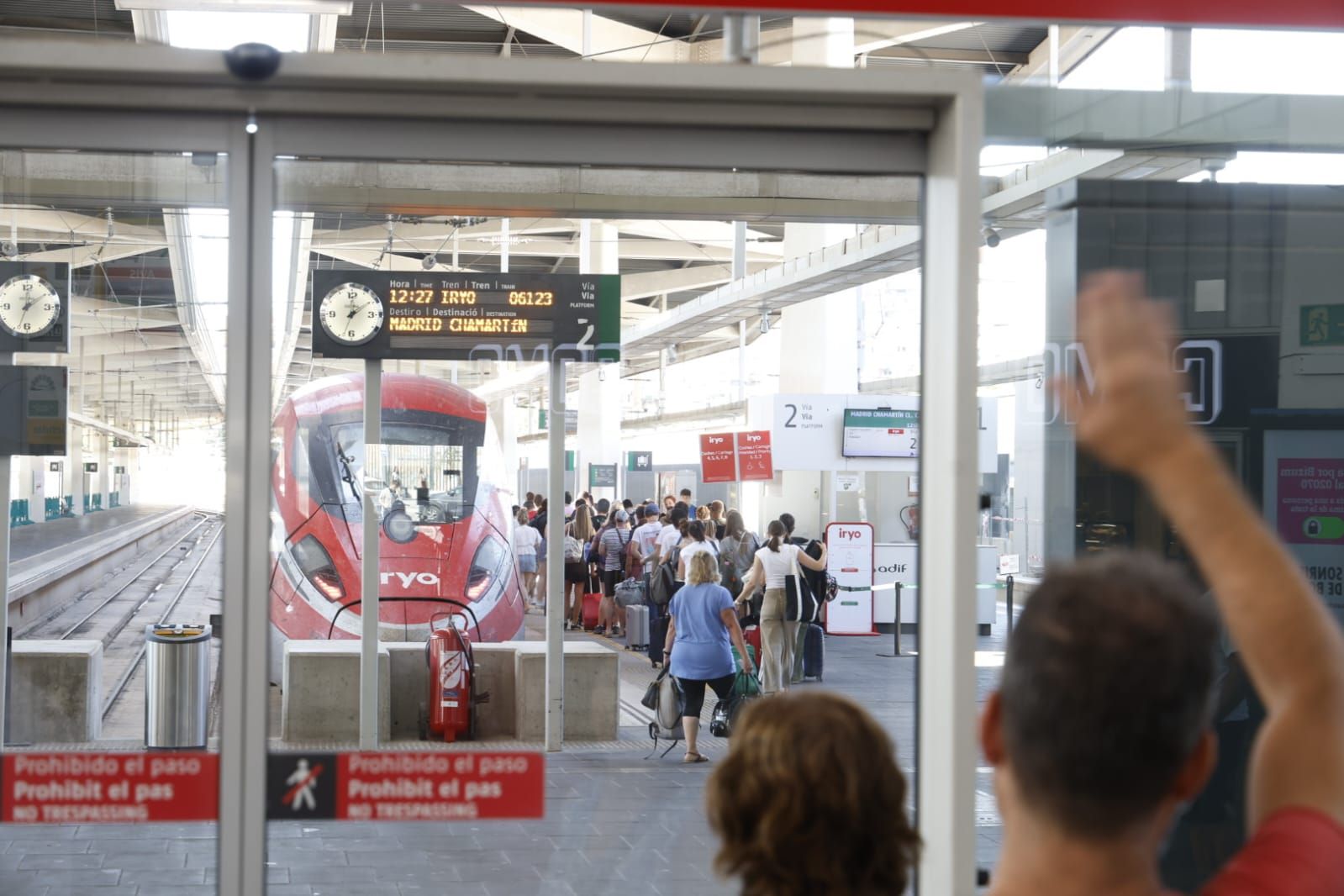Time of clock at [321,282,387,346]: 12:09
